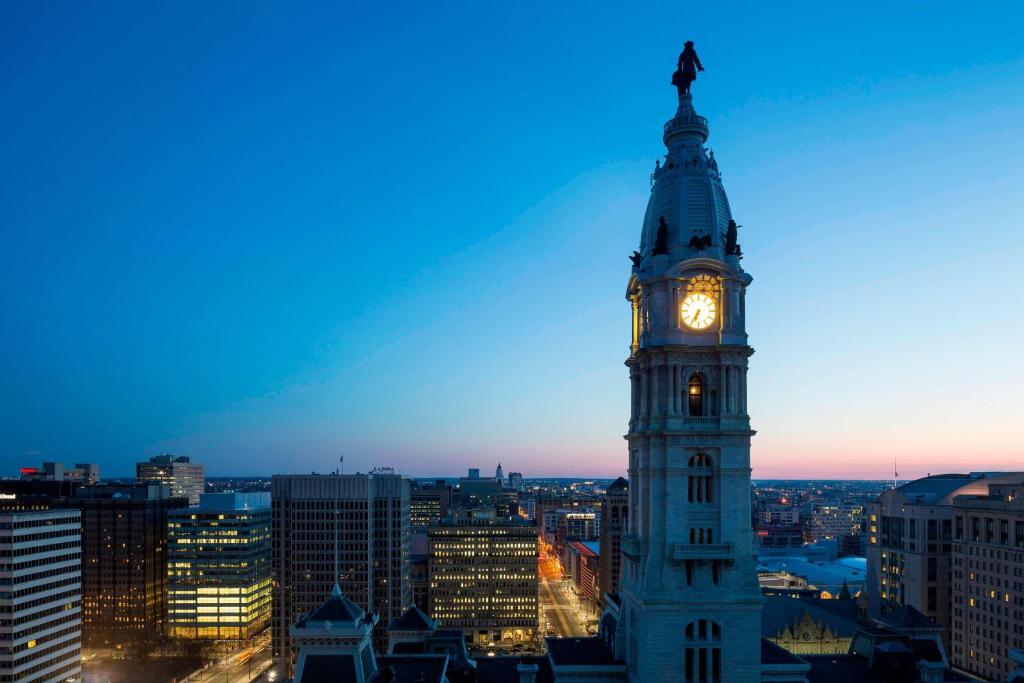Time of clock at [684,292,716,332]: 6:34
